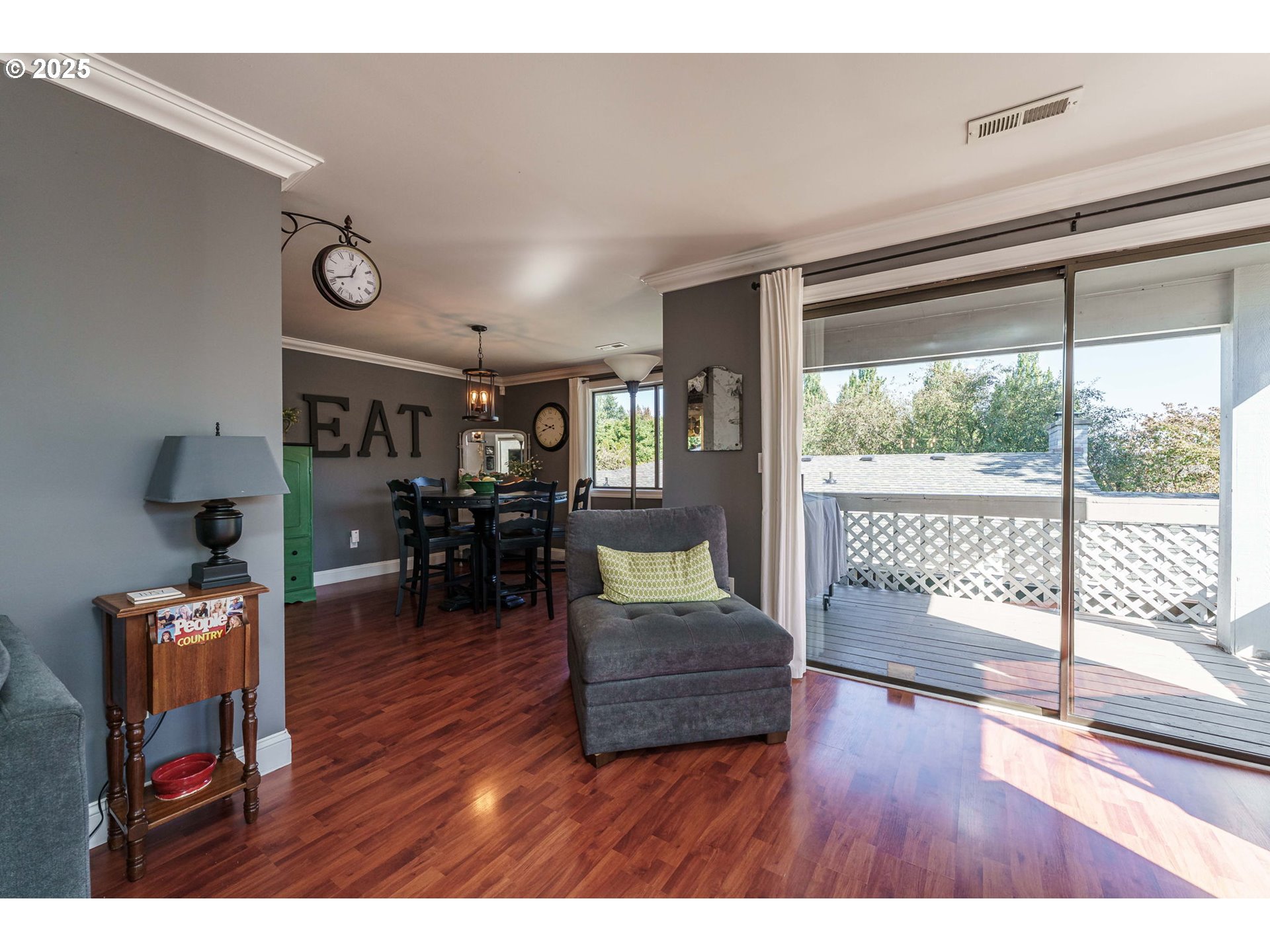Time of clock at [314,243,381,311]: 12:41
